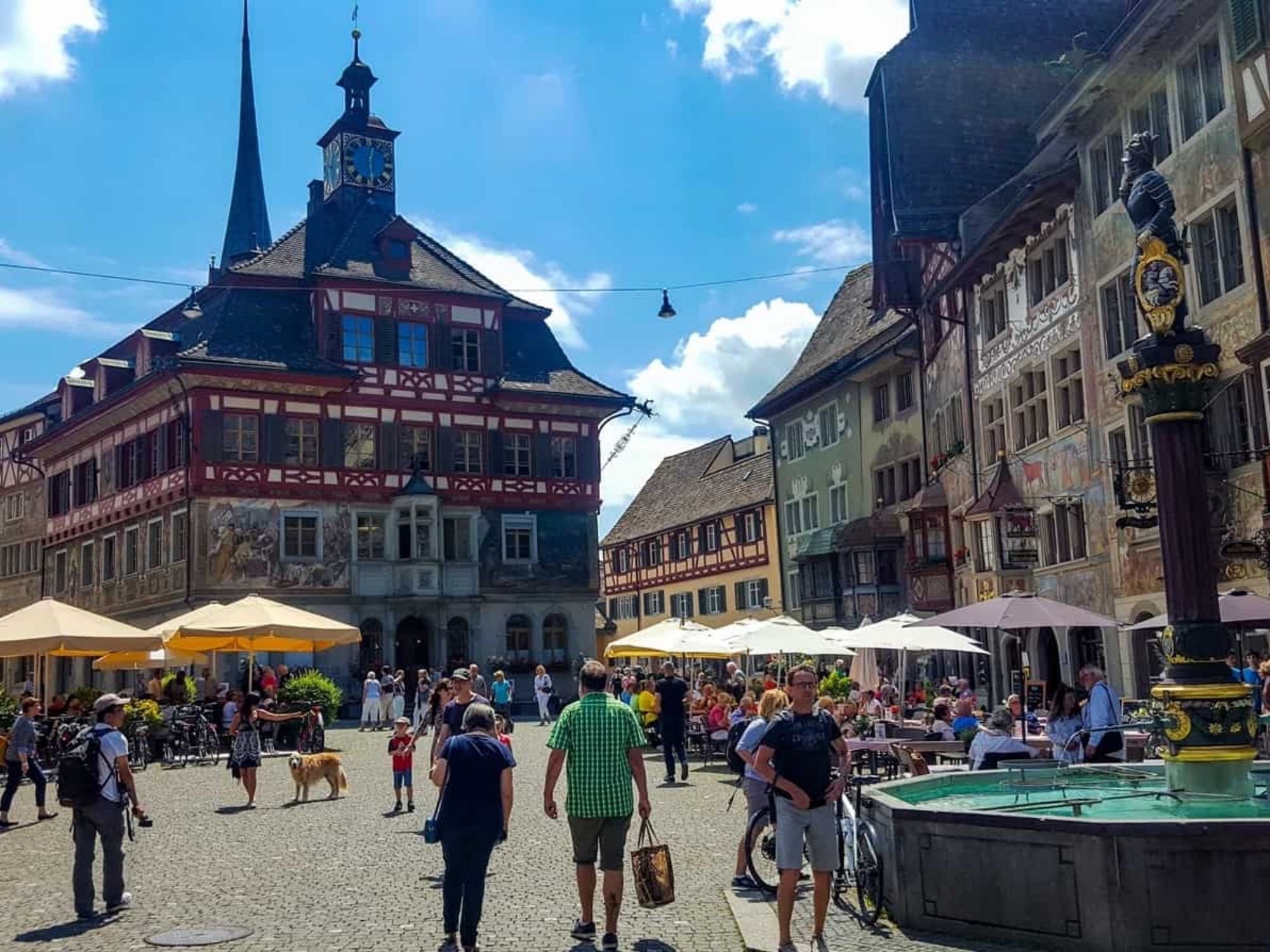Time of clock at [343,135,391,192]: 12:28
